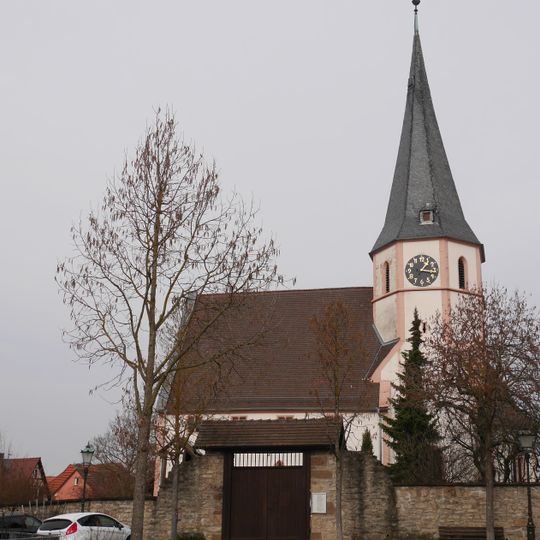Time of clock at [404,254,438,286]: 1:16
